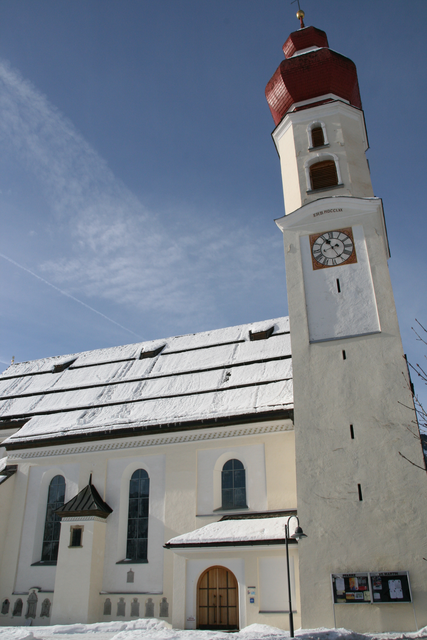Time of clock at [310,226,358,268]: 11:25
